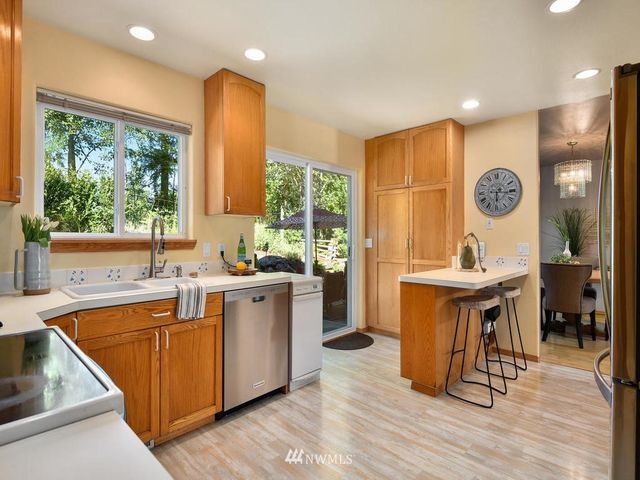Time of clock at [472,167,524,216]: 6:15
